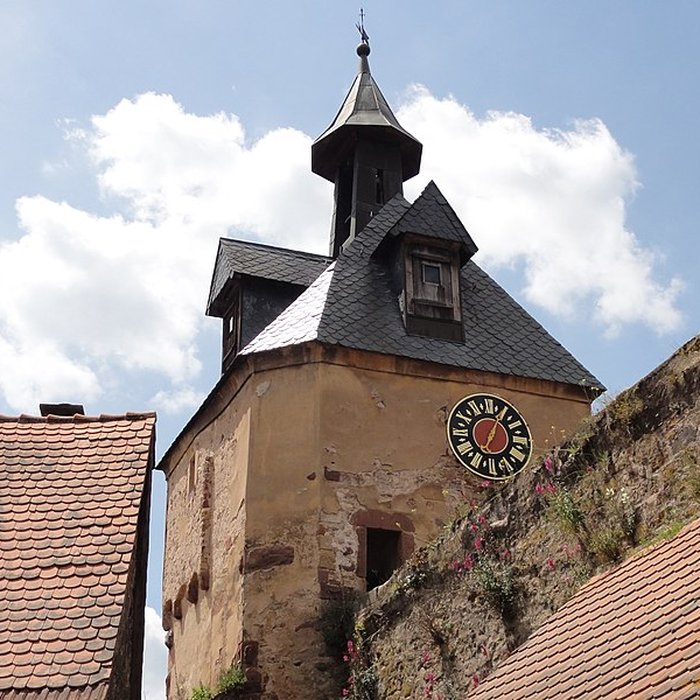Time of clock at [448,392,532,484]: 7:04
